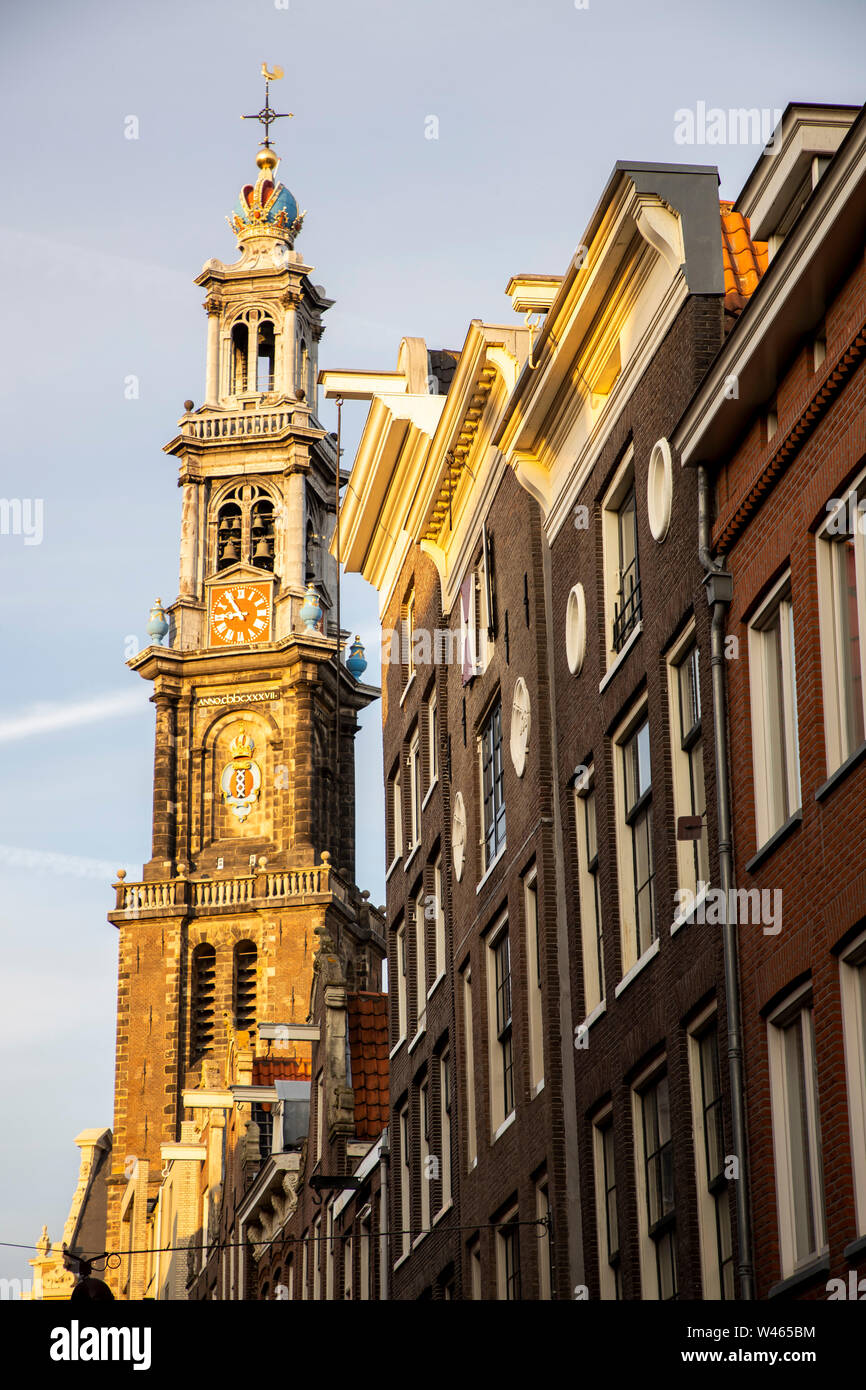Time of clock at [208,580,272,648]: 8:54
